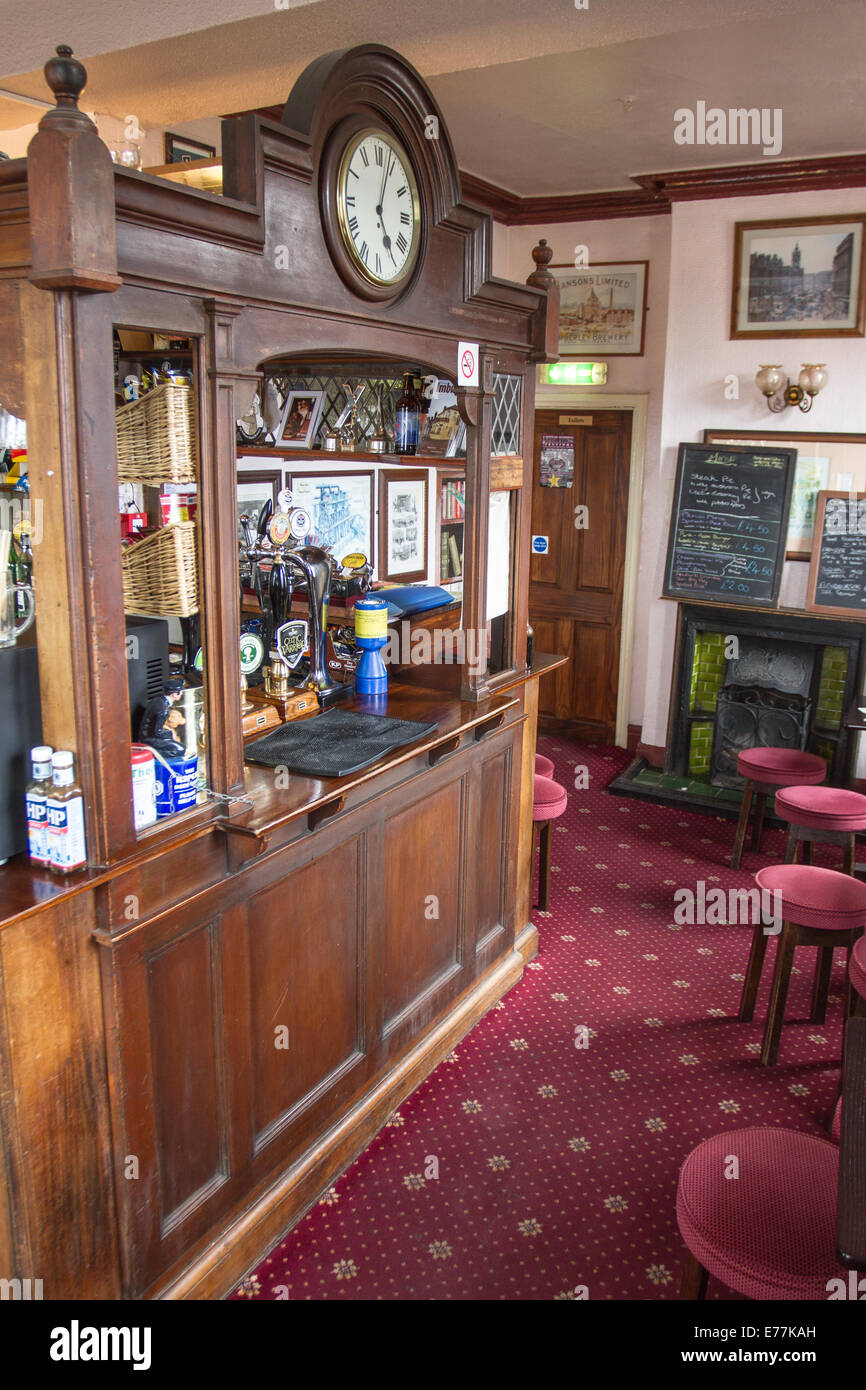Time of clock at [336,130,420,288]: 5:03
